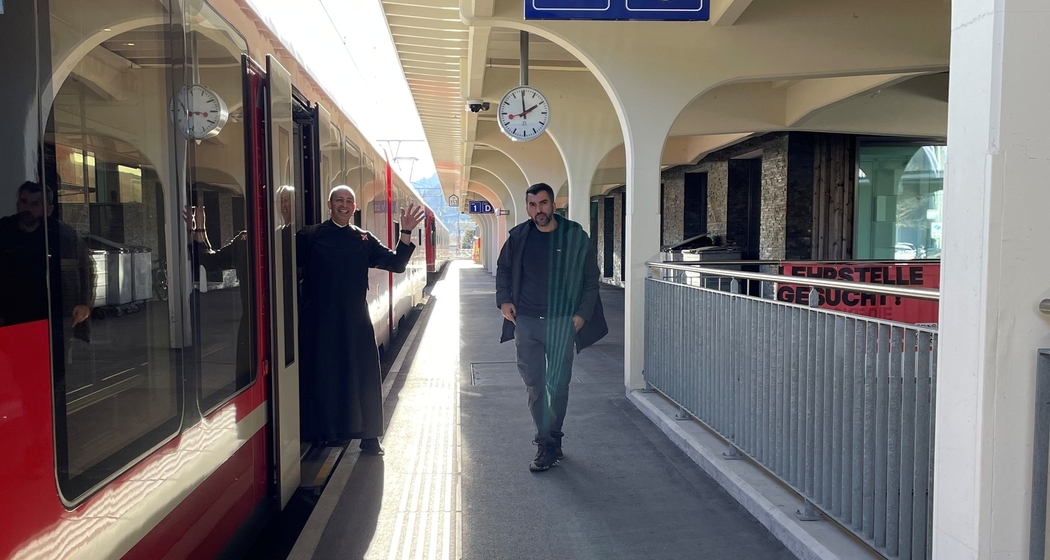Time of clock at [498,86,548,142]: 1:59
